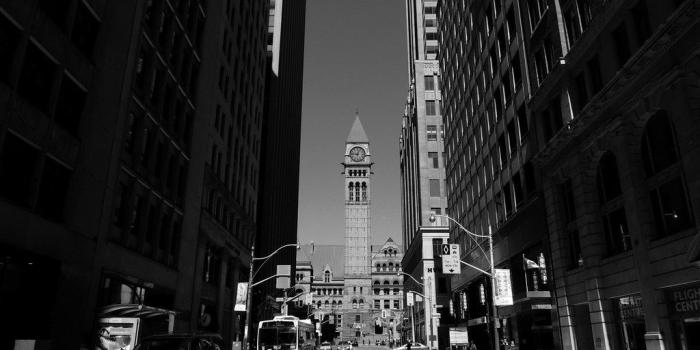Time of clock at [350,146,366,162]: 12:46
